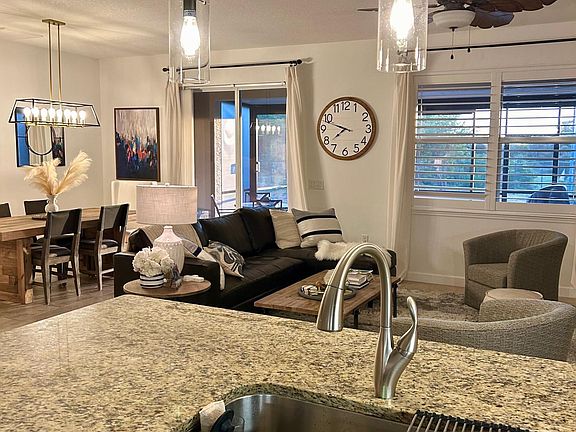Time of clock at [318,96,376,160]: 7:48
